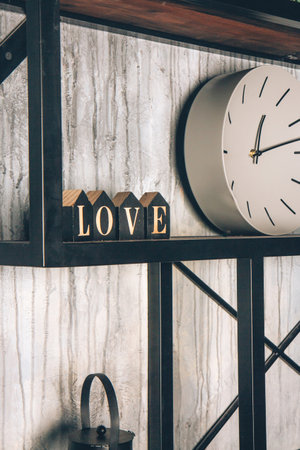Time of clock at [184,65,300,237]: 12:12
